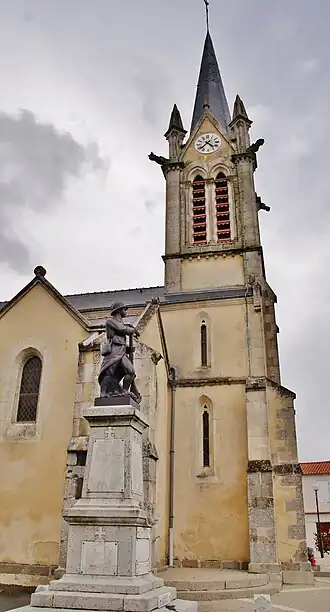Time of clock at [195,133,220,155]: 4:37
